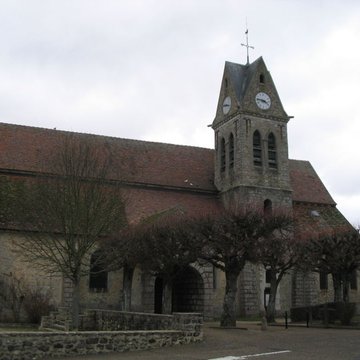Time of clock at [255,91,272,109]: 3:46
